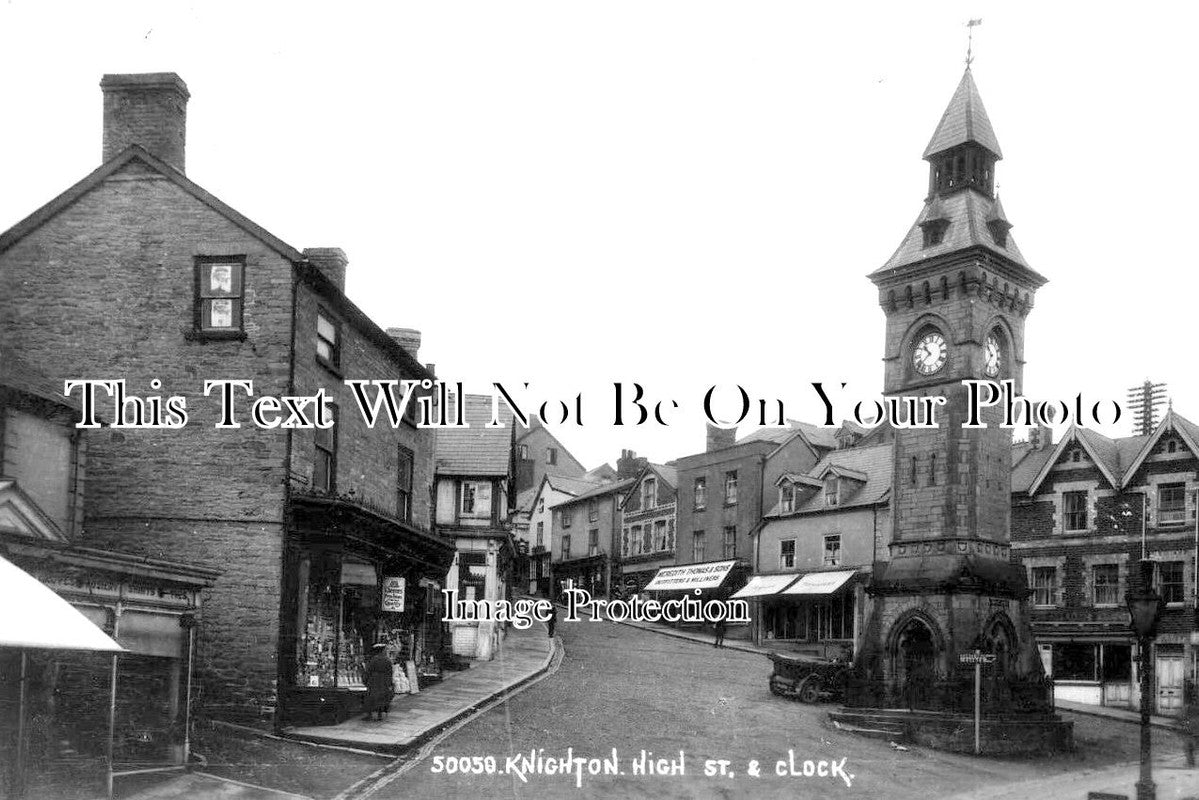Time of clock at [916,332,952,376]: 10:38
